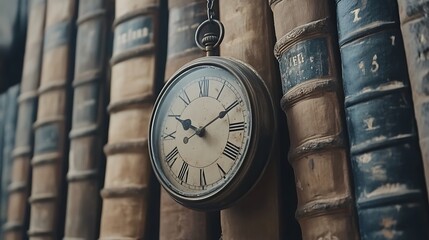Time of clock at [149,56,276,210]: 9:10
